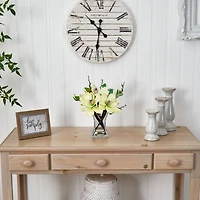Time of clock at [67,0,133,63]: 10:31
